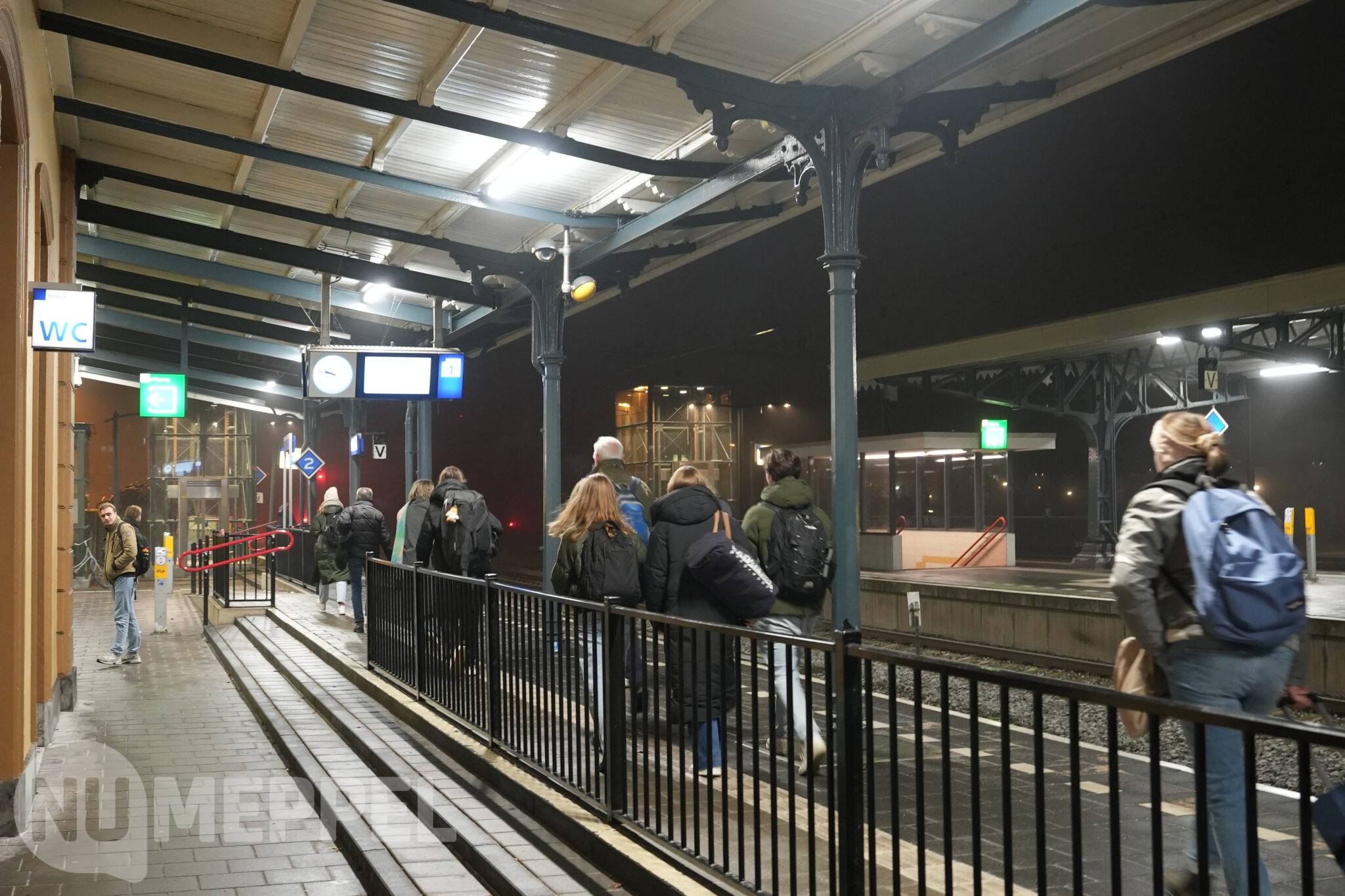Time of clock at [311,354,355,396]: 9:46
